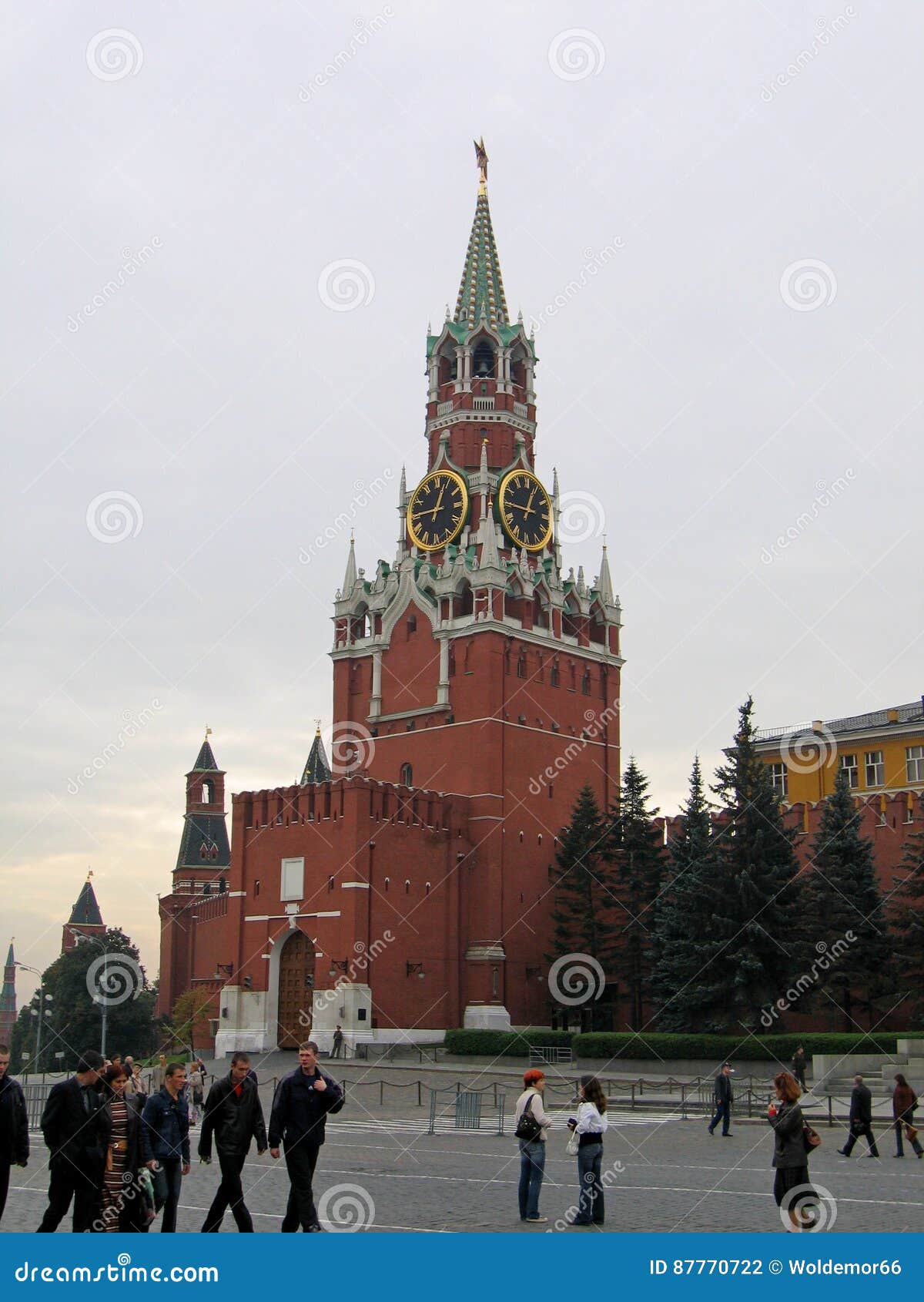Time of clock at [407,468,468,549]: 12:45
